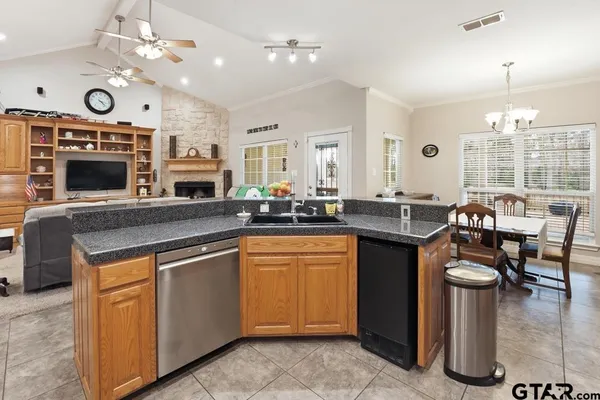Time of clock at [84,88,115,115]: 4:22
